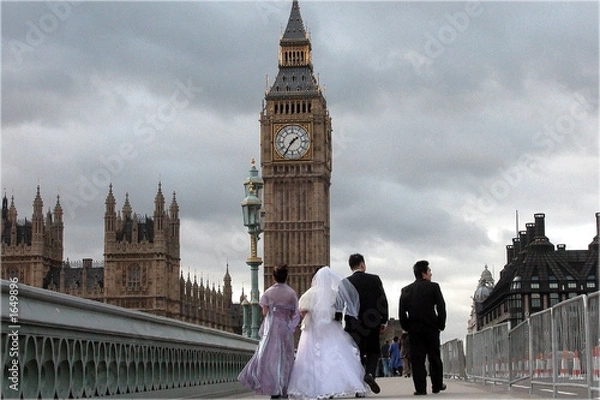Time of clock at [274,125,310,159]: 1:36
